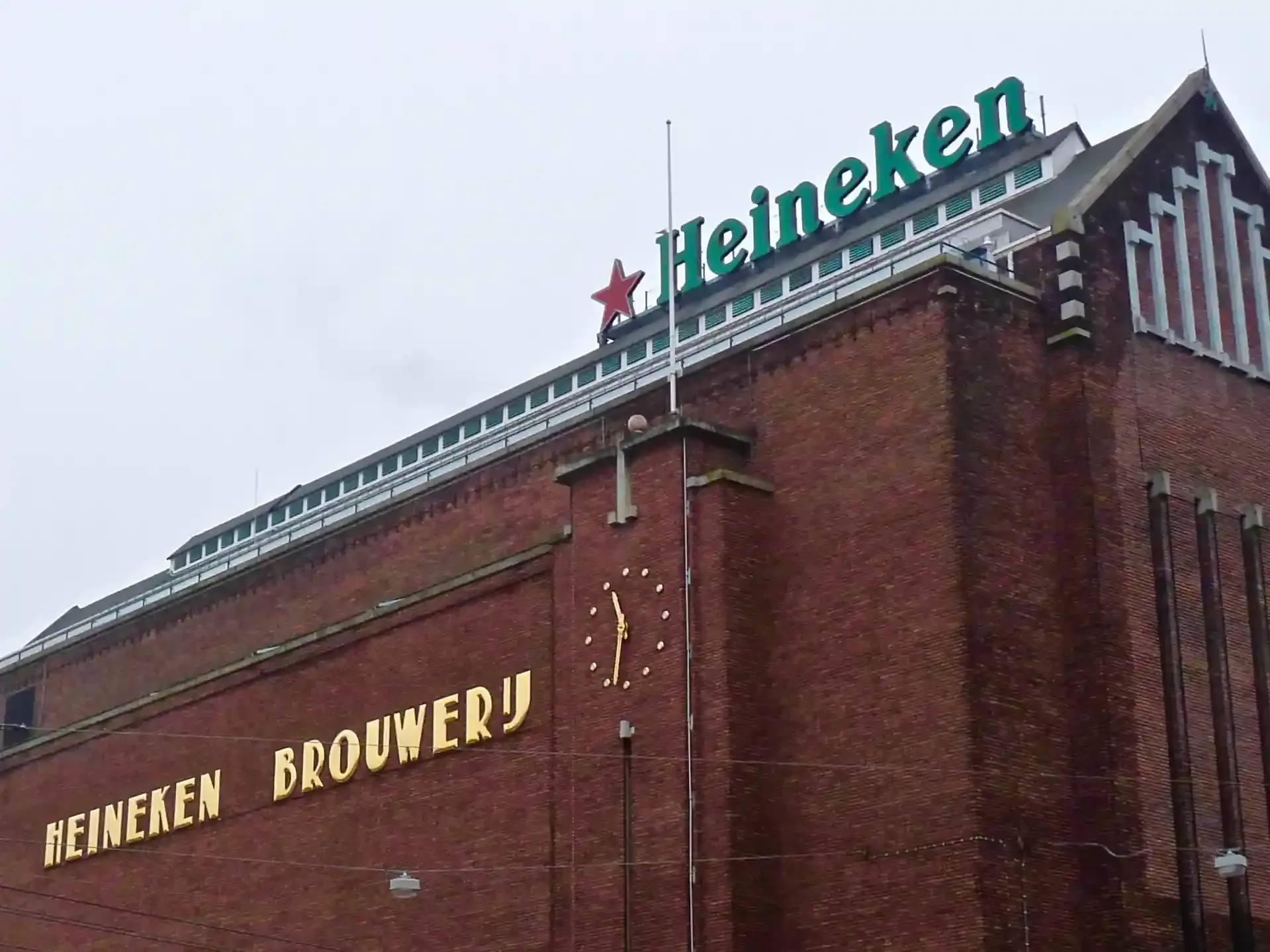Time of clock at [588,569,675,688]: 11:32
